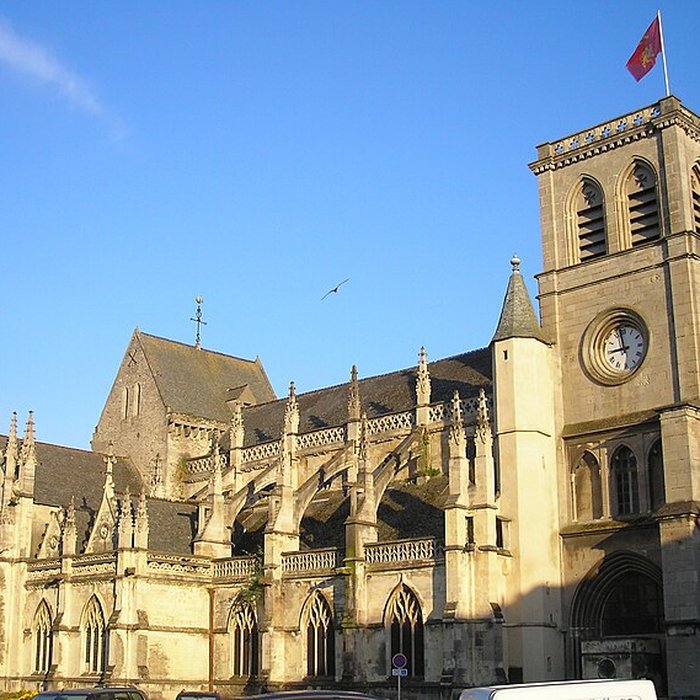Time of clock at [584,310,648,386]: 8:58
